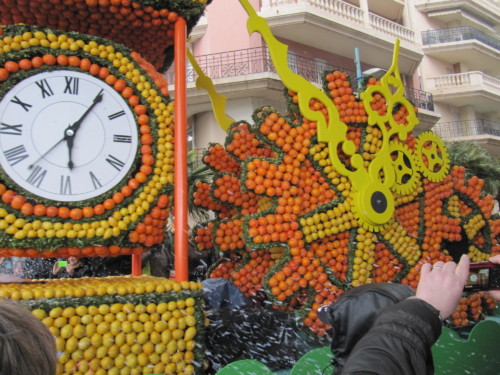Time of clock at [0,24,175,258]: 6:05
